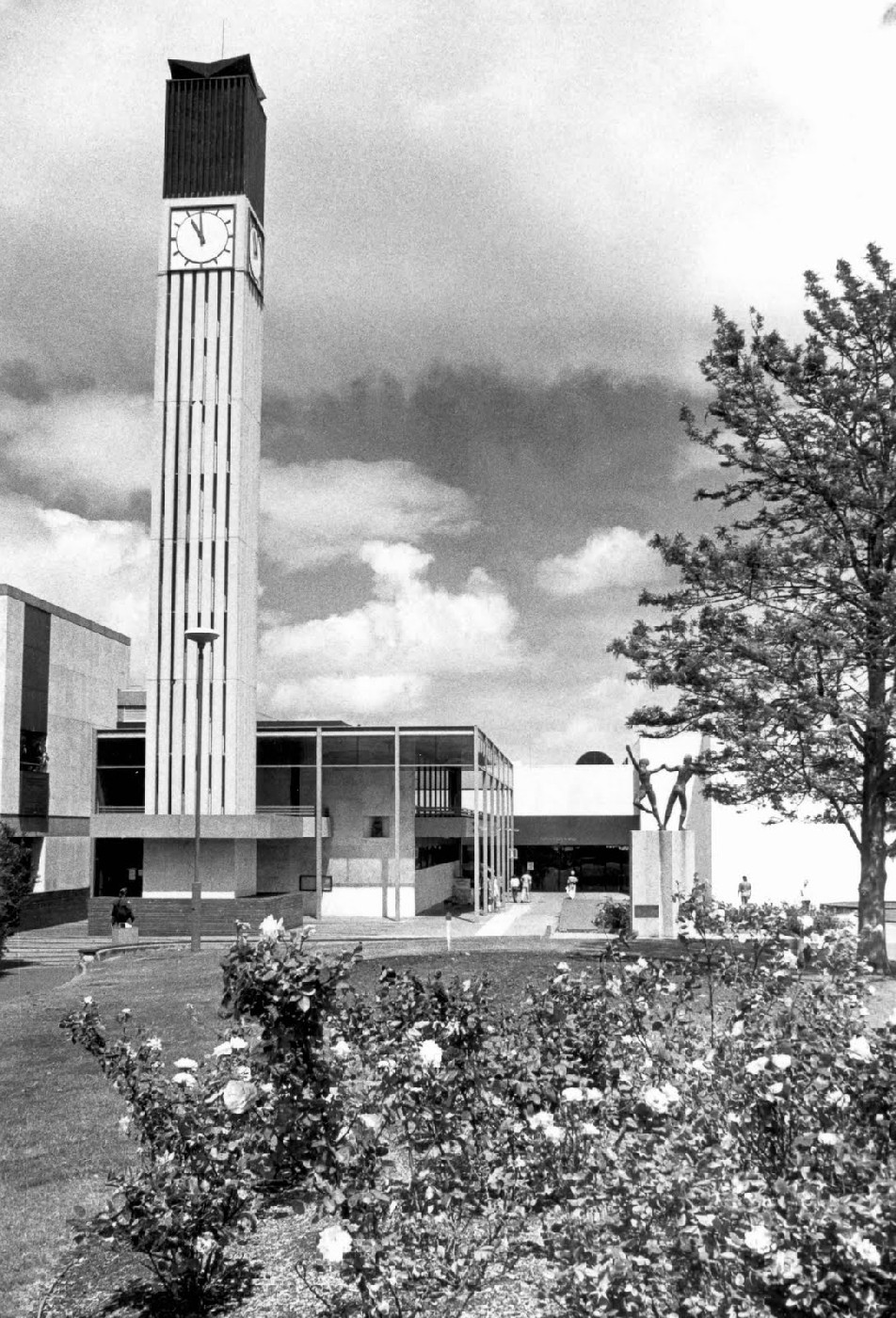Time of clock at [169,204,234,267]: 10:59
